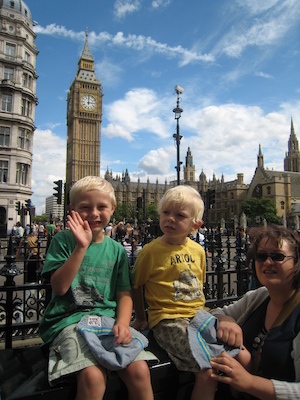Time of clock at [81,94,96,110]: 3:00
